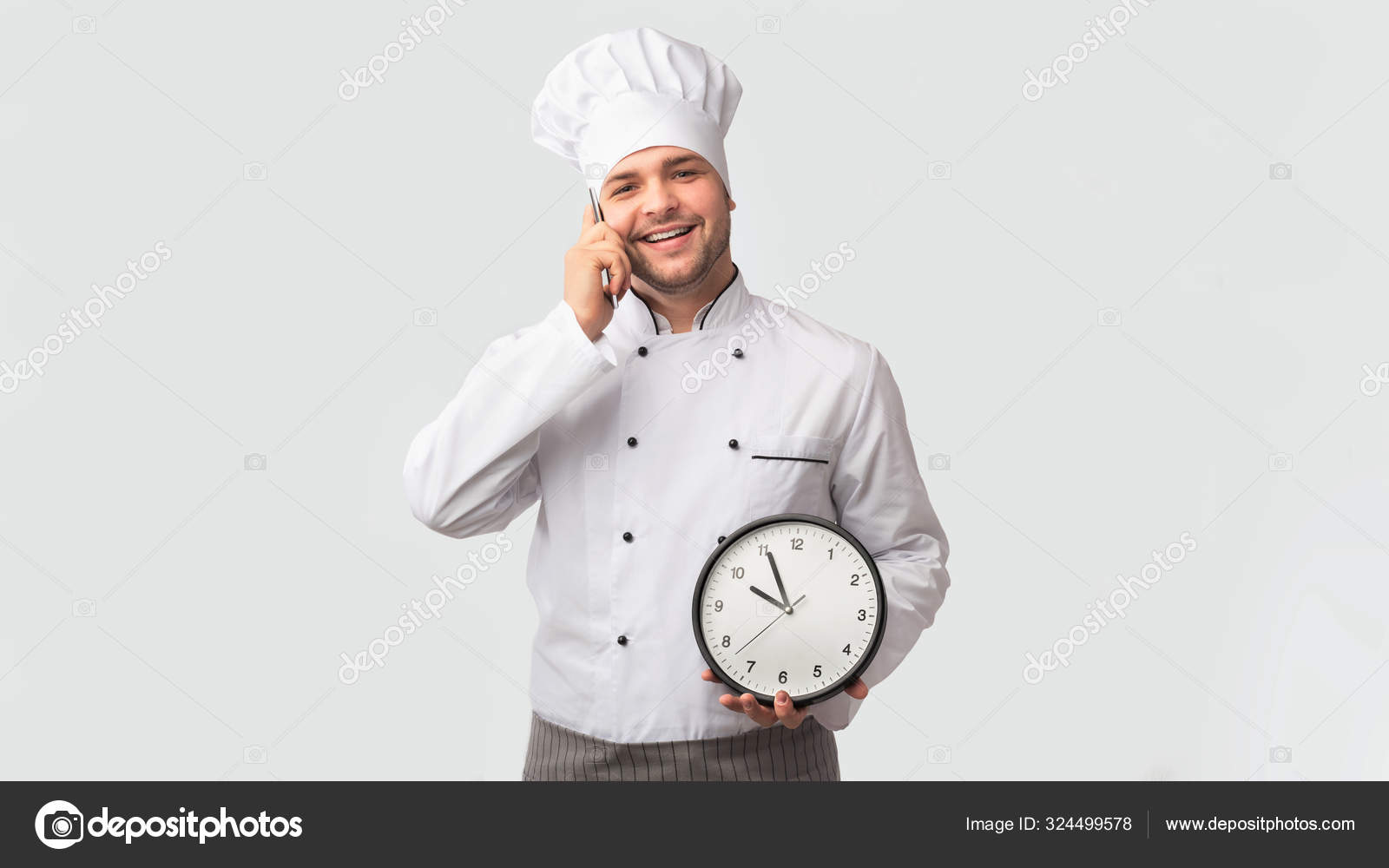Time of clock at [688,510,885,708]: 9:55
